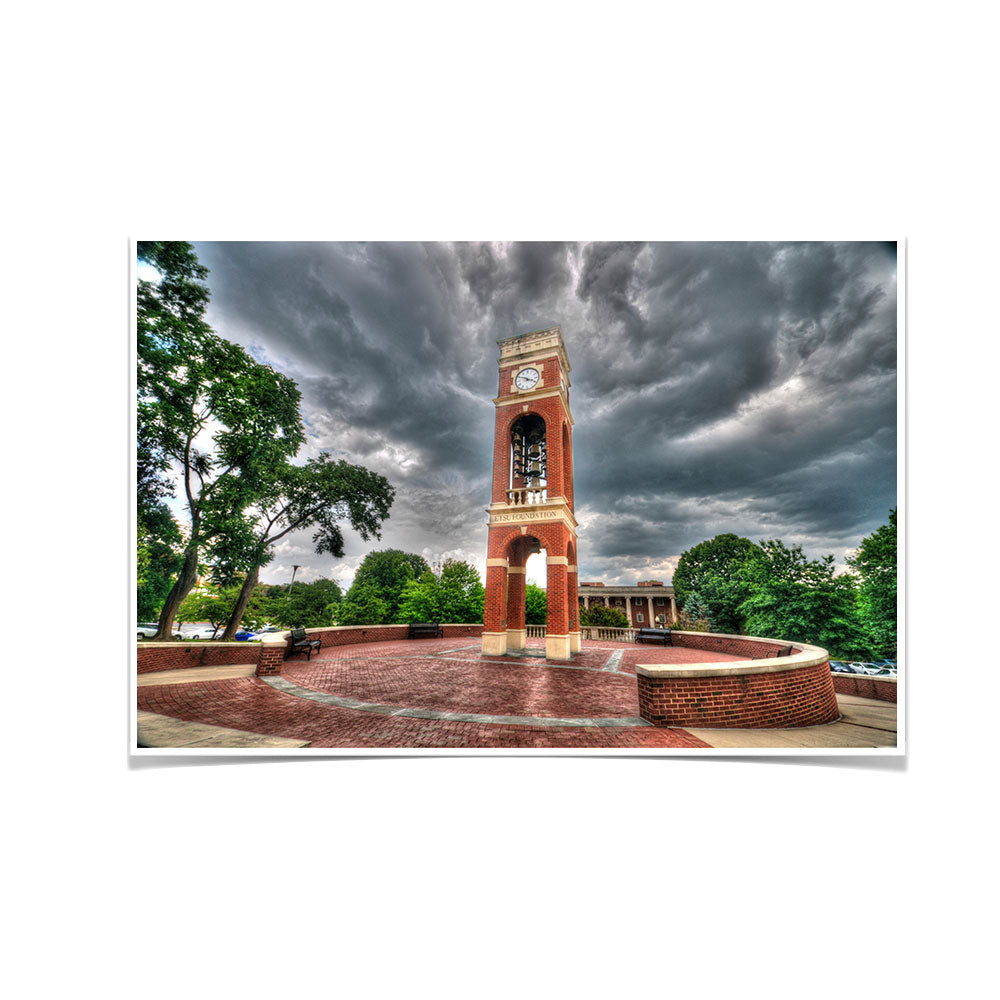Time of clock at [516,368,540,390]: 3:48
